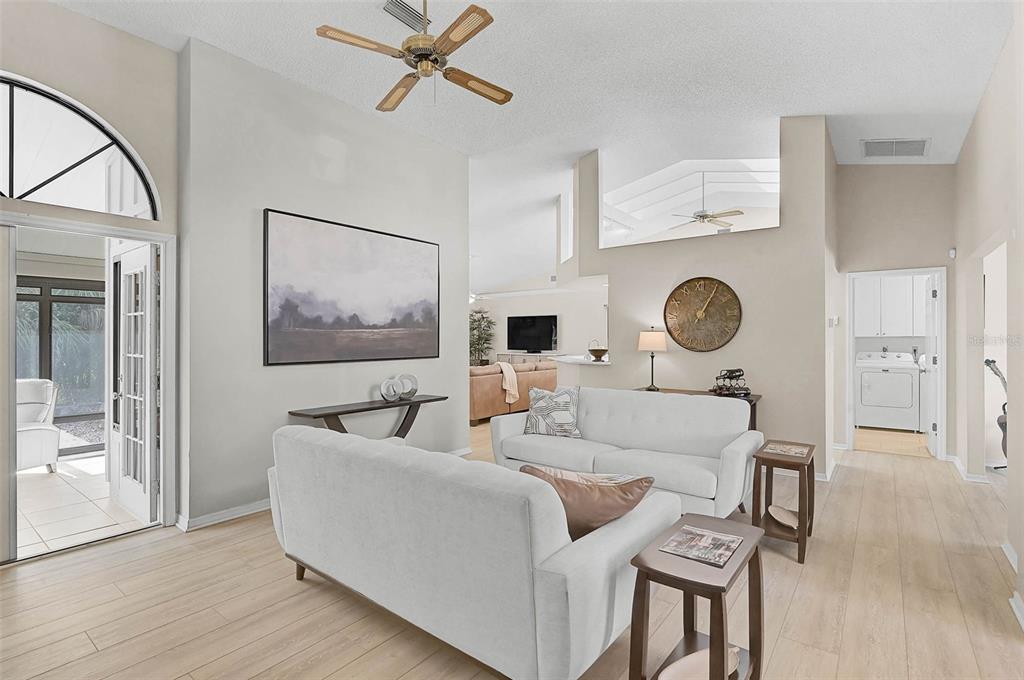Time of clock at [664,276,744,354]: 1:05
